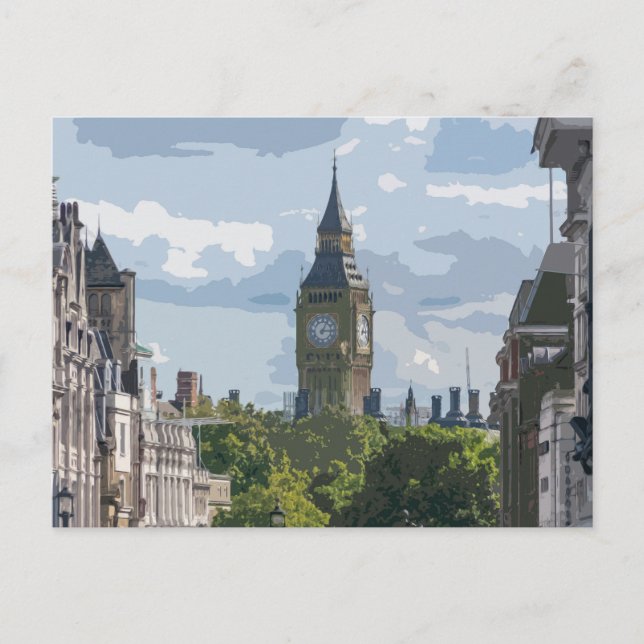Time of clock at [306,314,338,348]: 3:04
